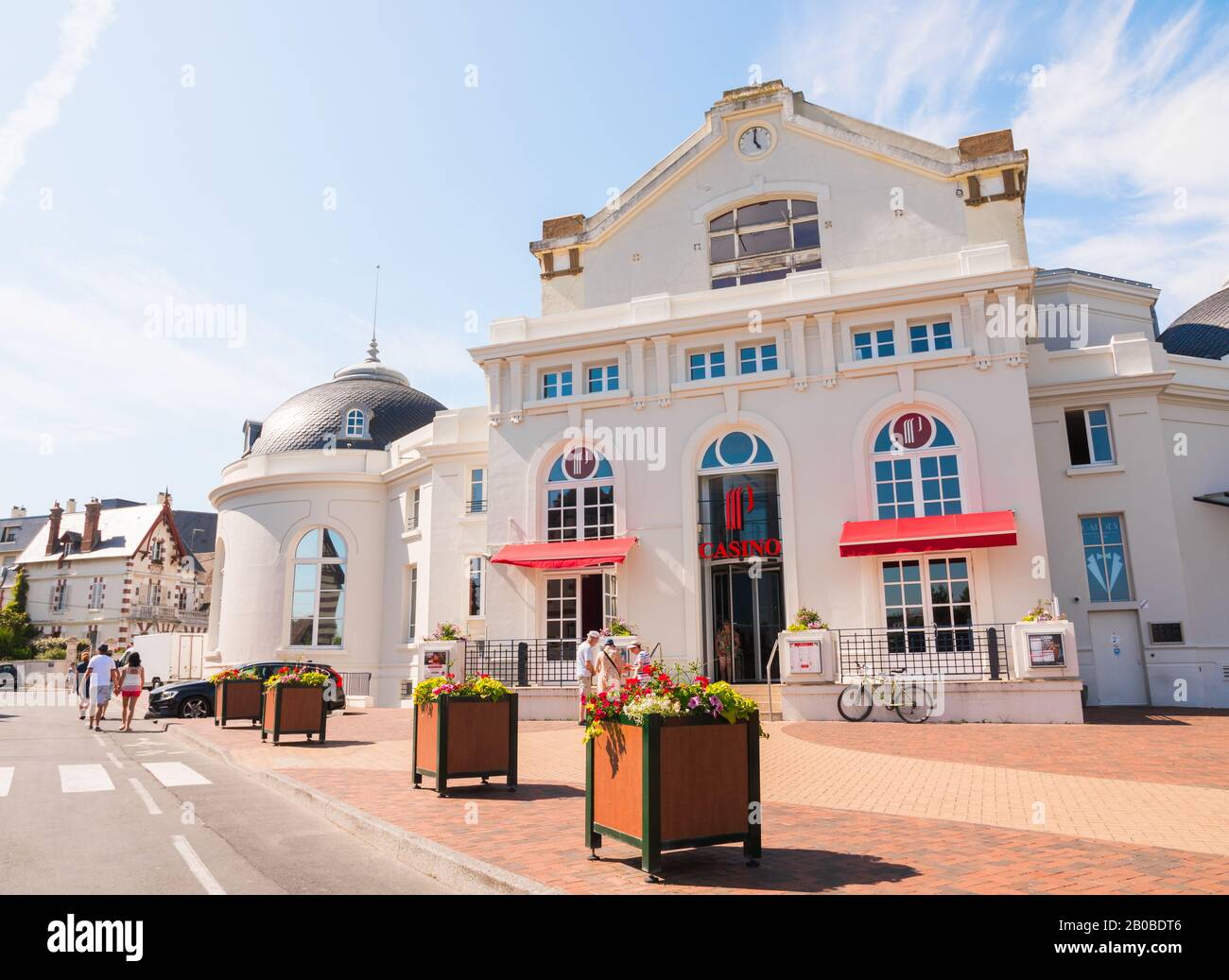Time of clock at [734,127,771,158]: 5:00
